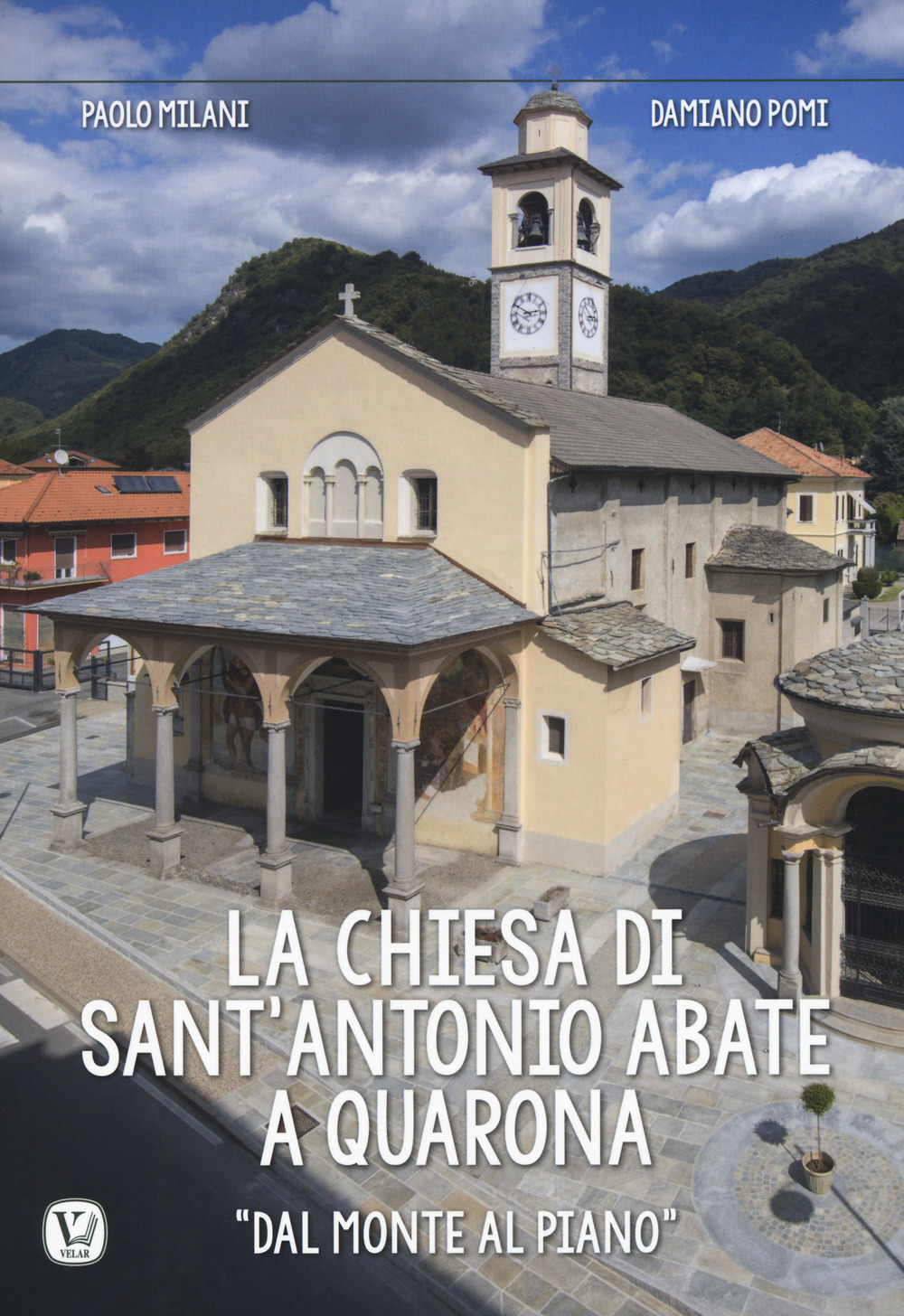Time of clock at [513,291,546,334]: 2:50
